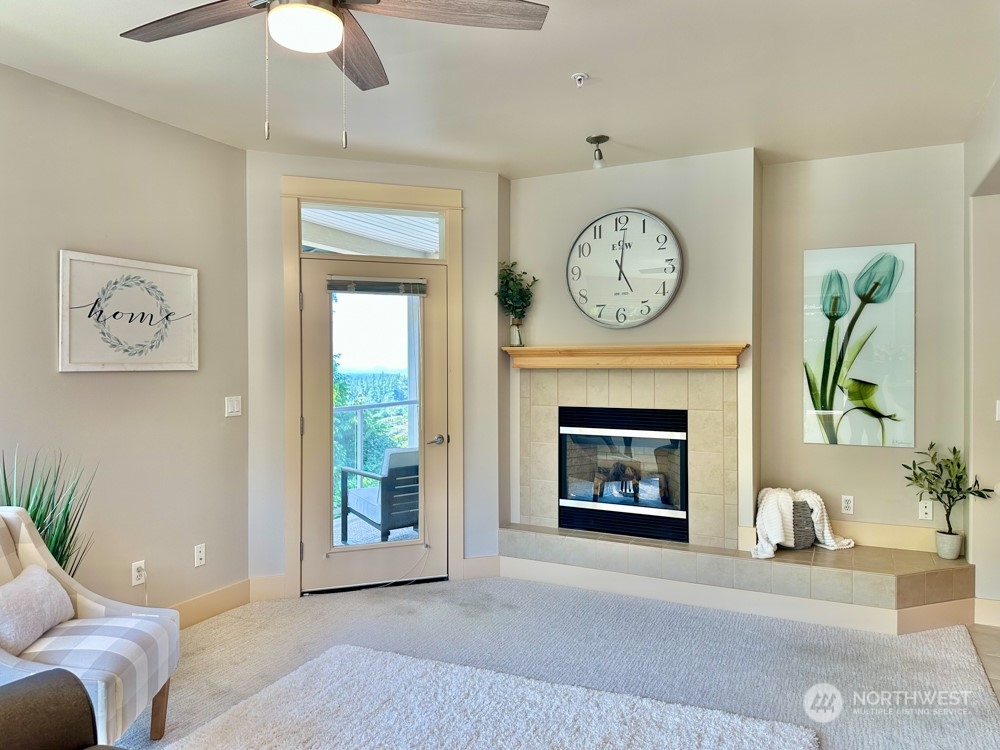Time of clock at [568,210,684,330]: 5:01
